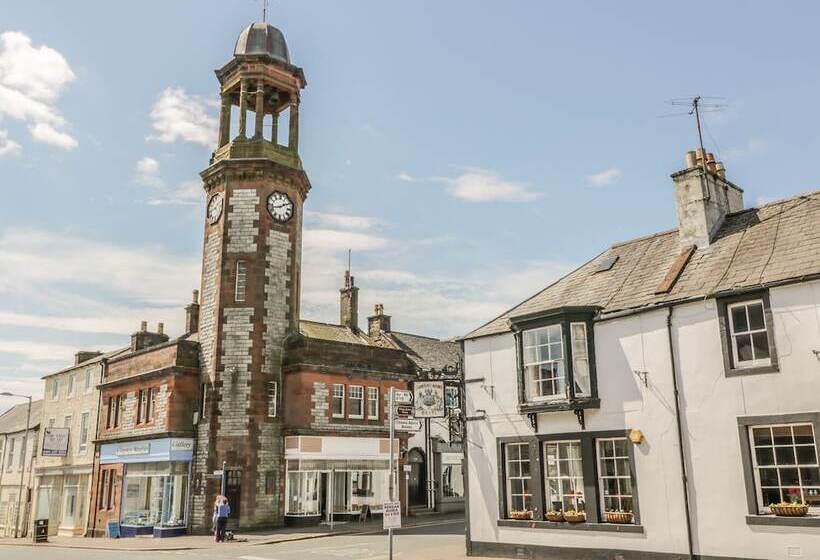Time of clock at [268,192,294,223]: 1:42
